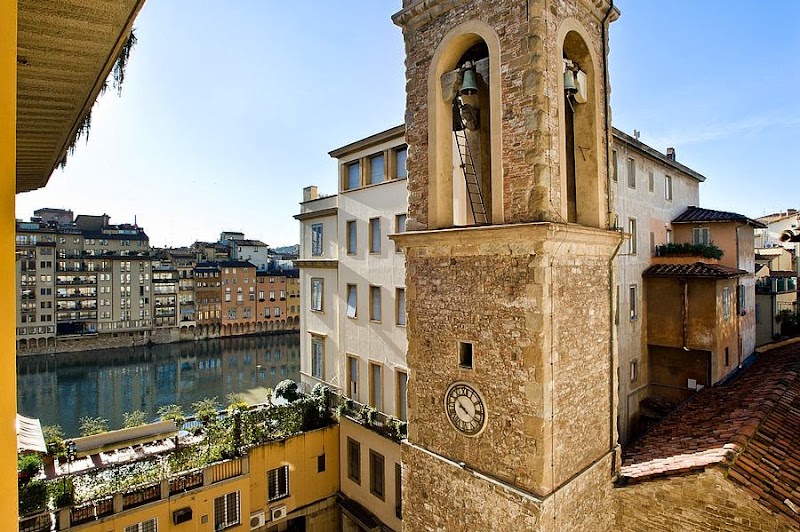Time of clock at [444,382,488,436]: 10:20
